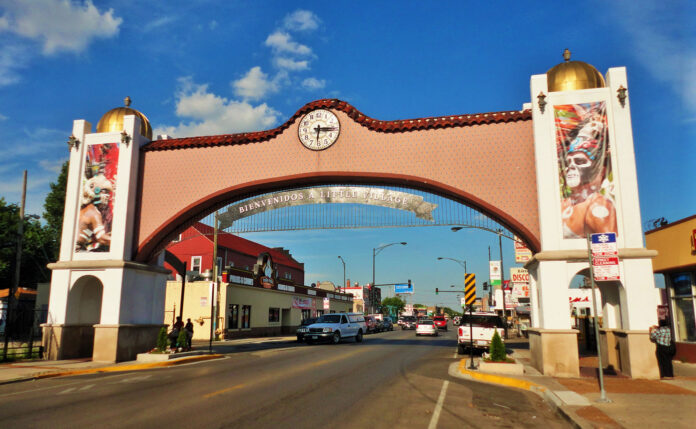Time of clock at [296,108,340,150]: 6:15
